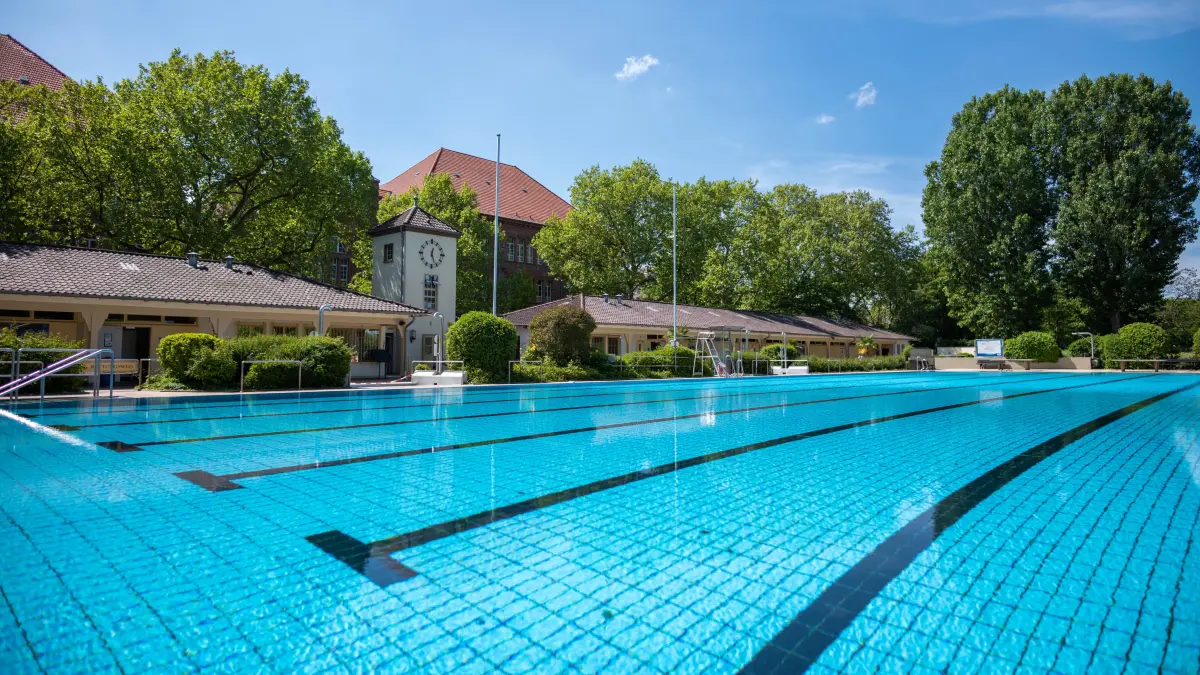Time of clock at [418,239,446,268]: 12:26
